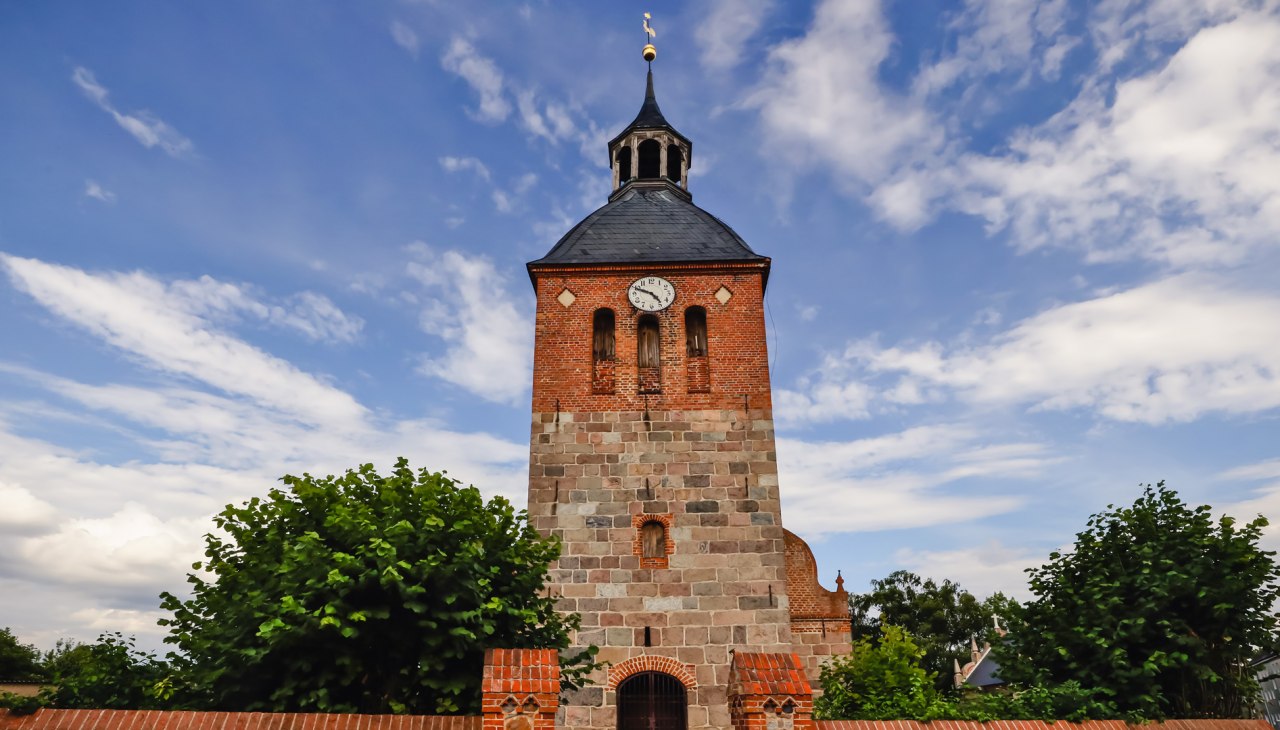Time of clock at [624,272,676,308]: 4:49
